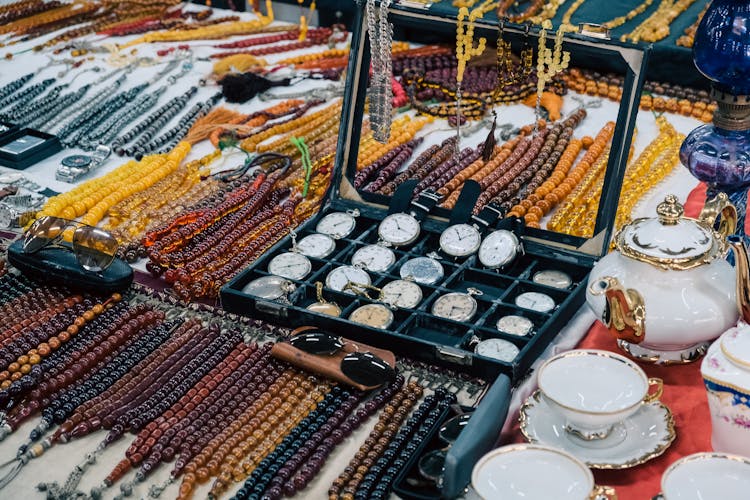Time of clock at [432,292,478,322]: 3:32
